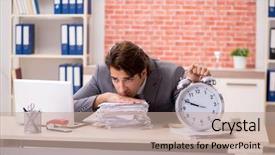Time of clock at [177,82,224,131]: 9:49
